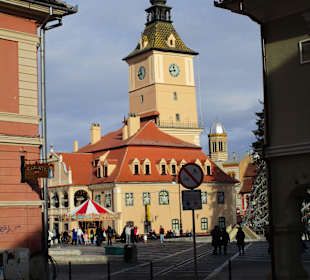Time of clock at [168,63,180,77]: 11:42
